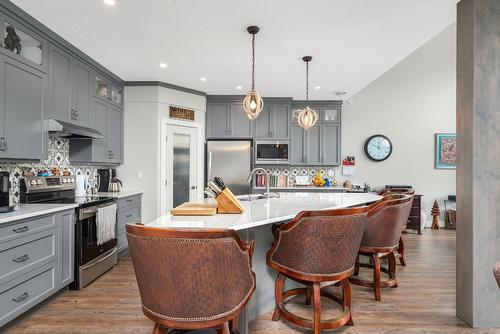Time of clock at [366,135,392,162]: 11:49
